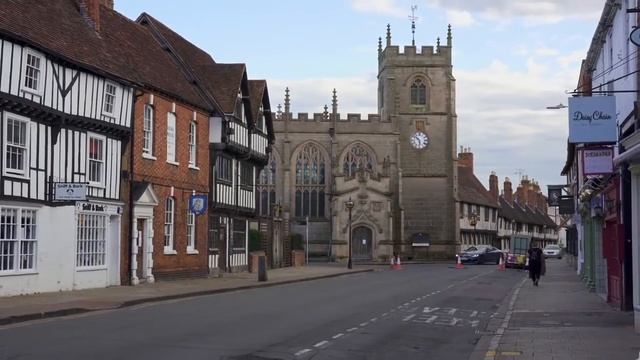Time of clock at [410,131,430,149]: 5:51
